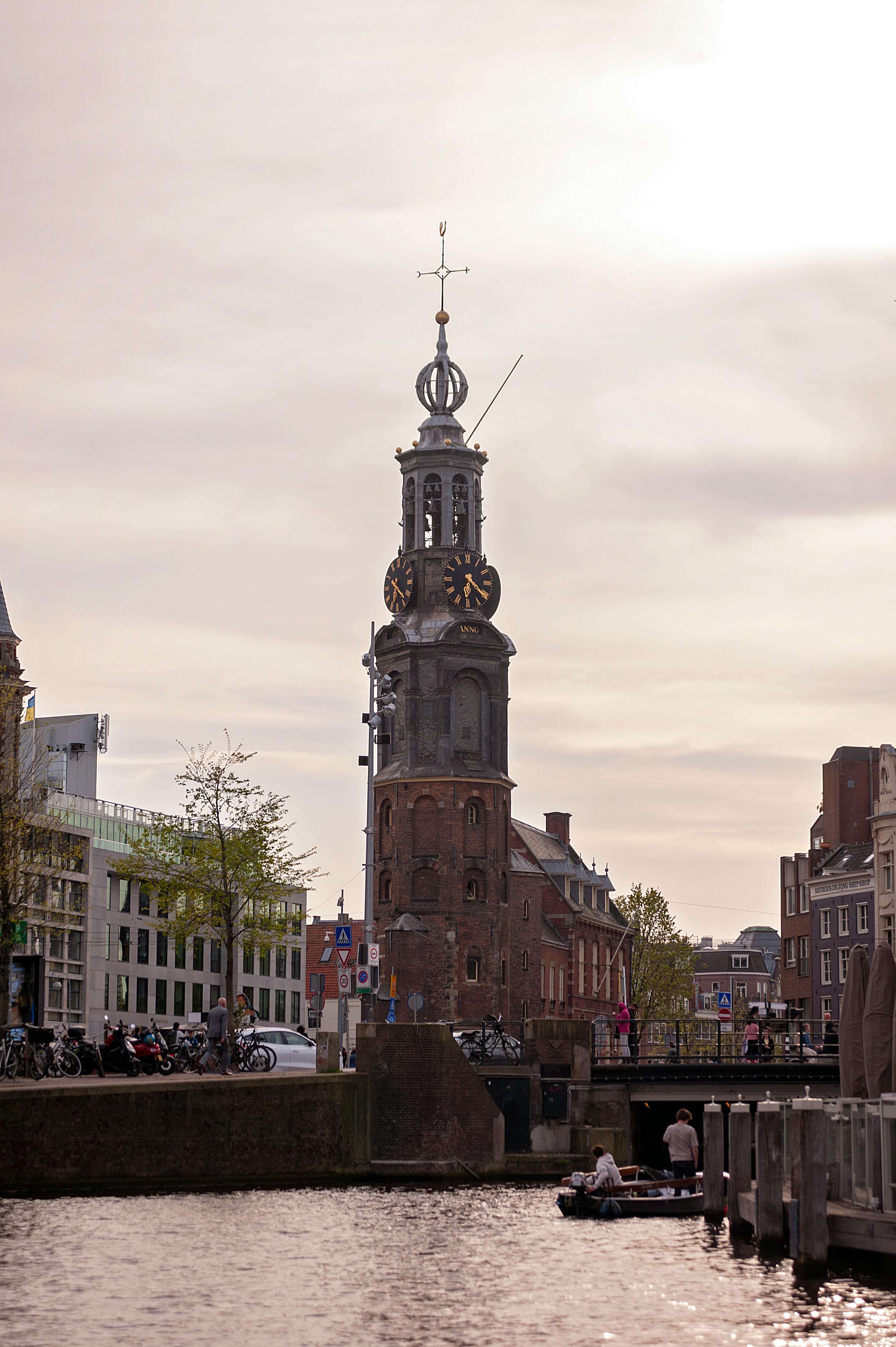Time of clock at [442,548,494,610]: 6:20
